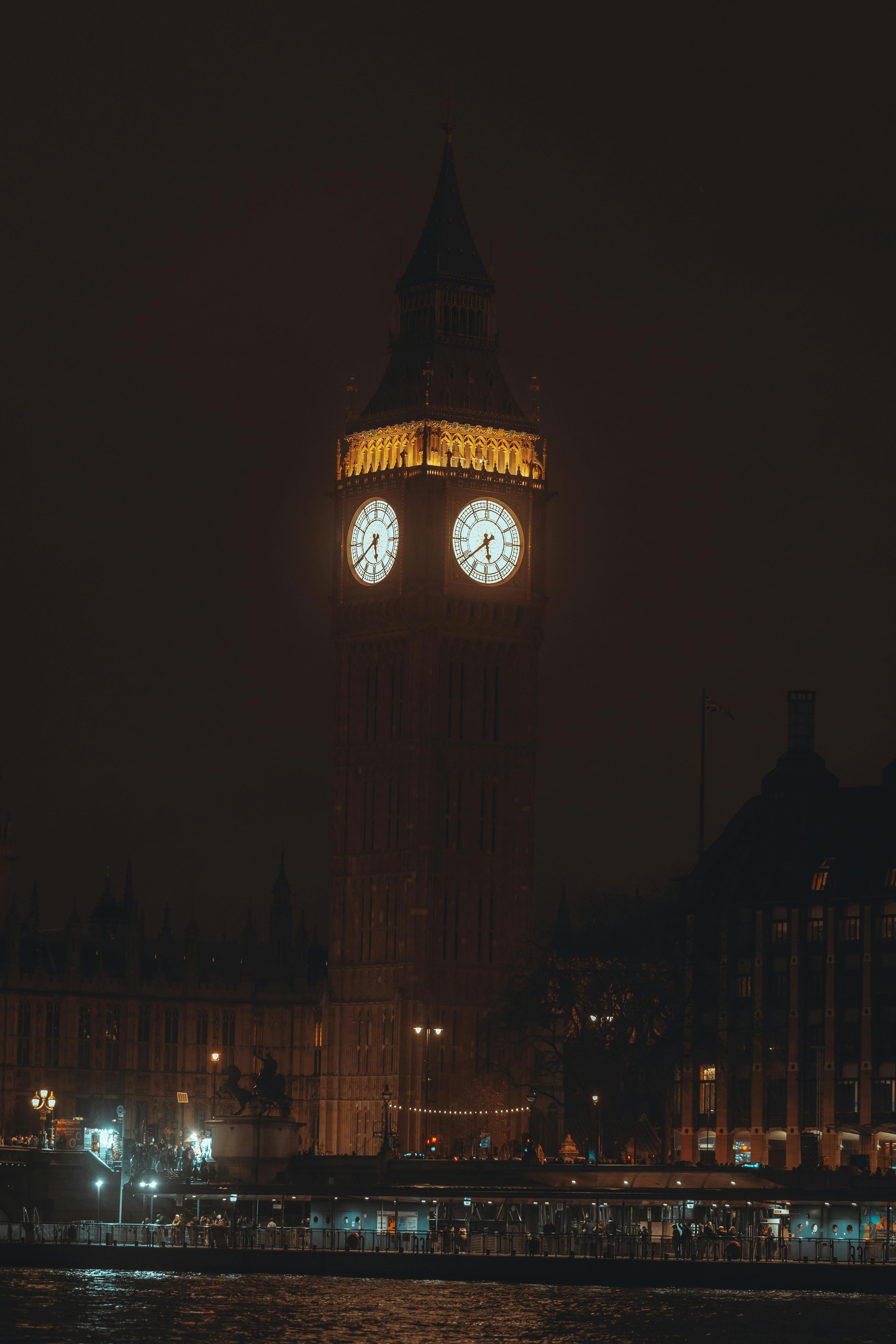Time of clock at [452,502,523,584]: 5:38
